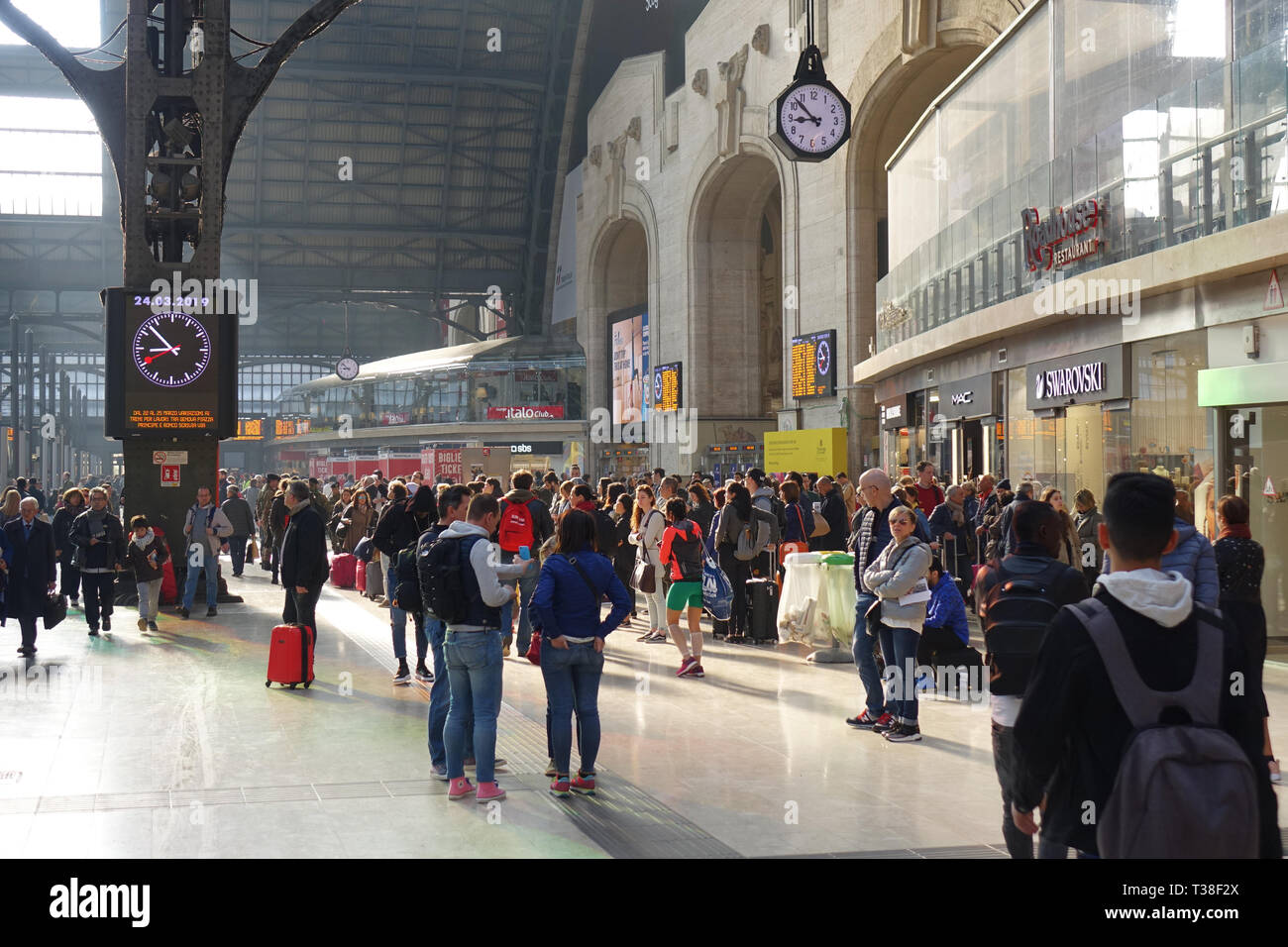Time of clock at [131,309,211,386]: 8:52
